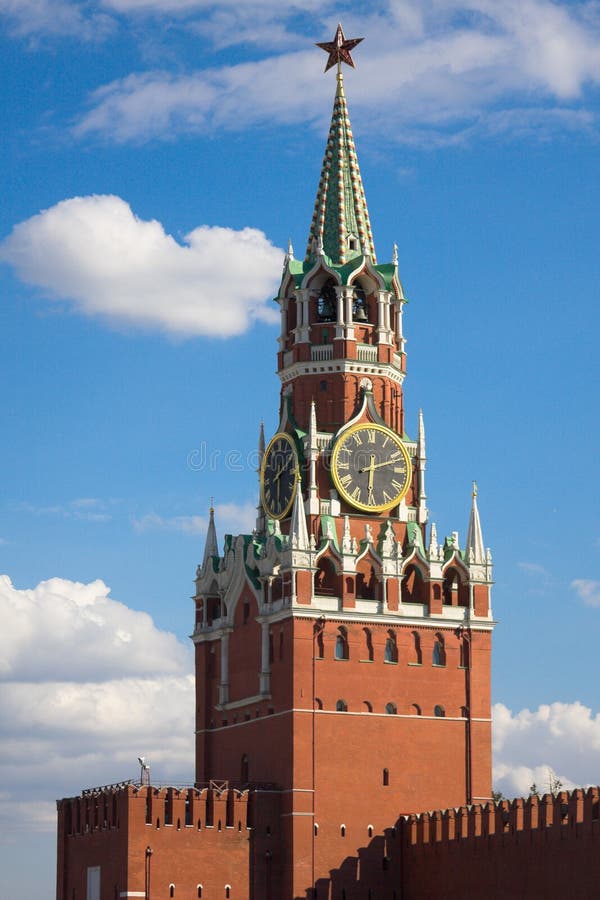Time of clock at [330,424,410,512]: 6:12
